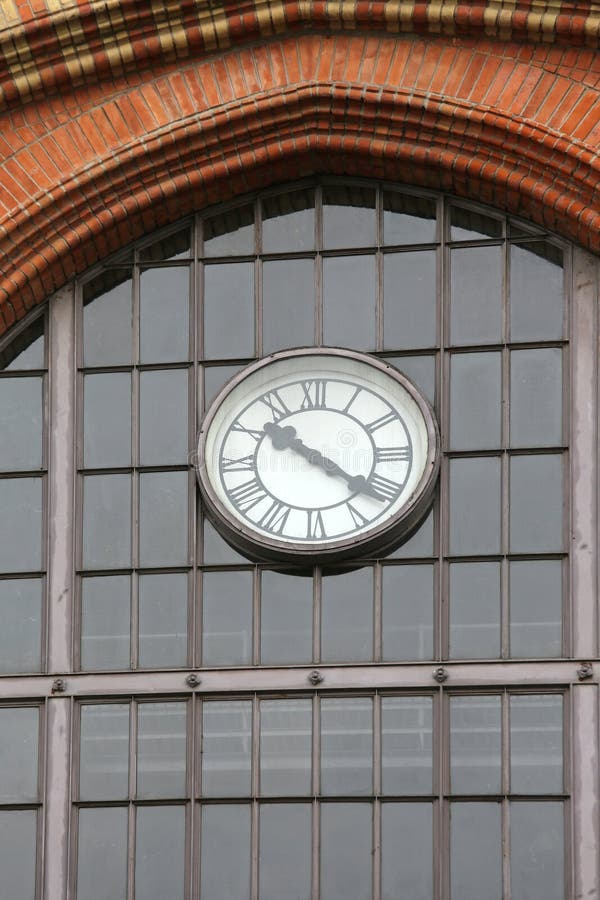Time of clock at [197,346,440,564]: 10:21
